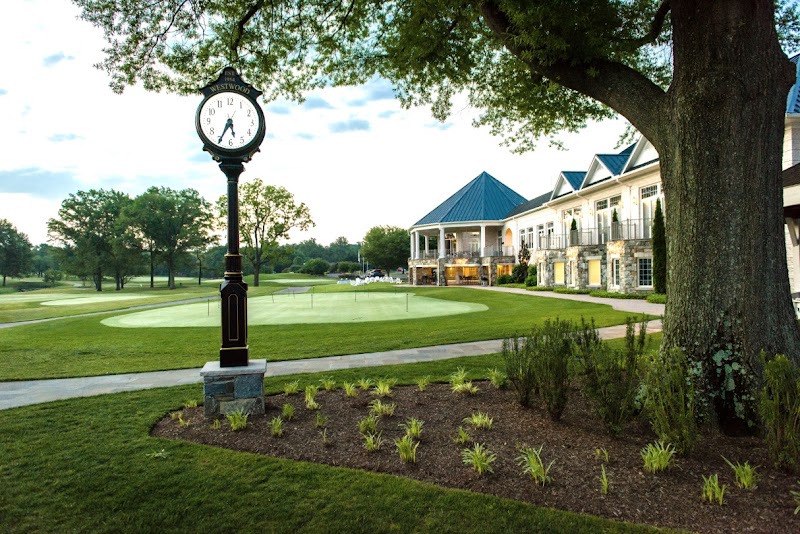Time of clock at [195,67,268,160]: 5:34
